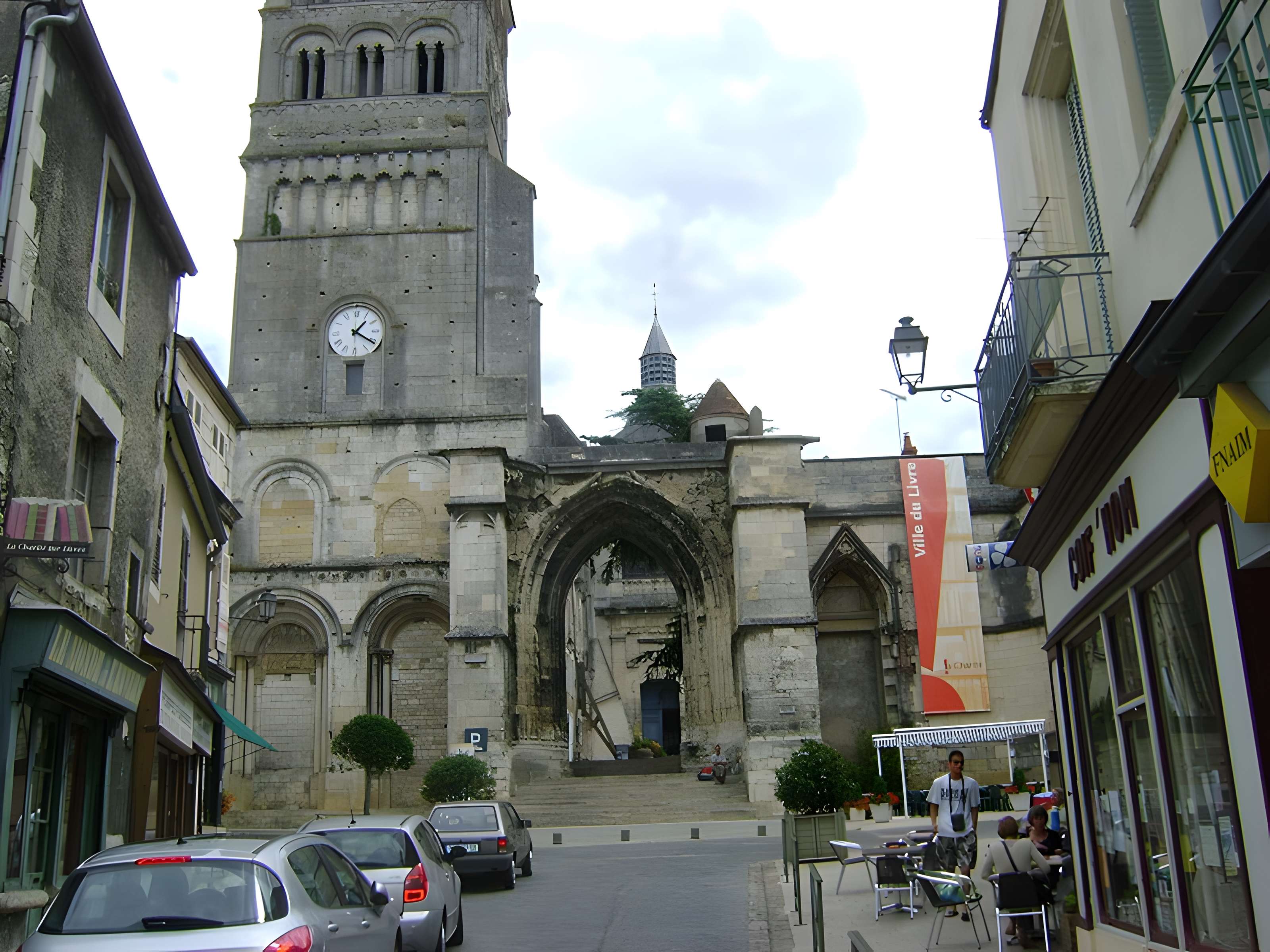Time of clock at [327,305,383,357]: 1:20
